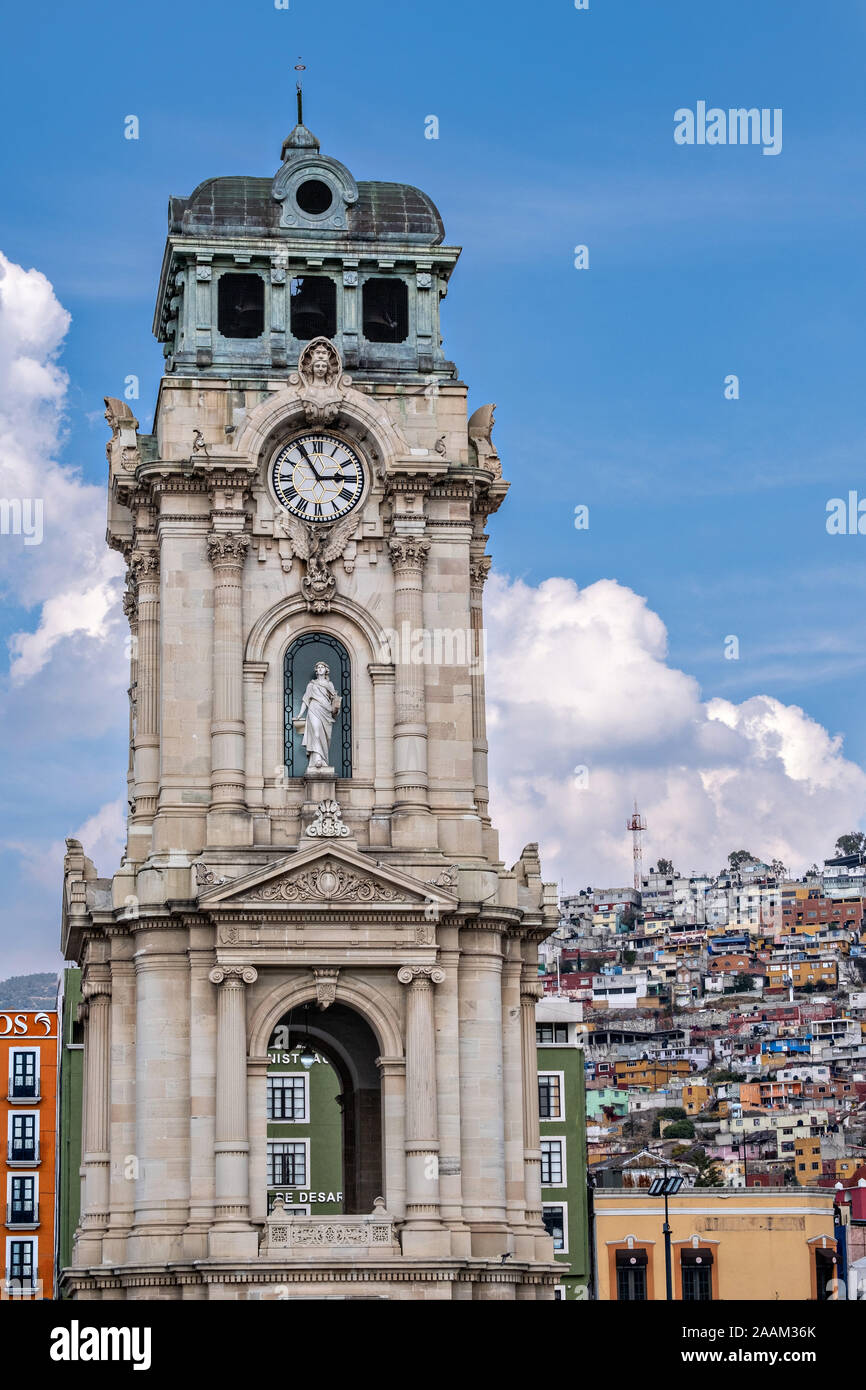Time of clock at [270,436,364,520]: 2:54
